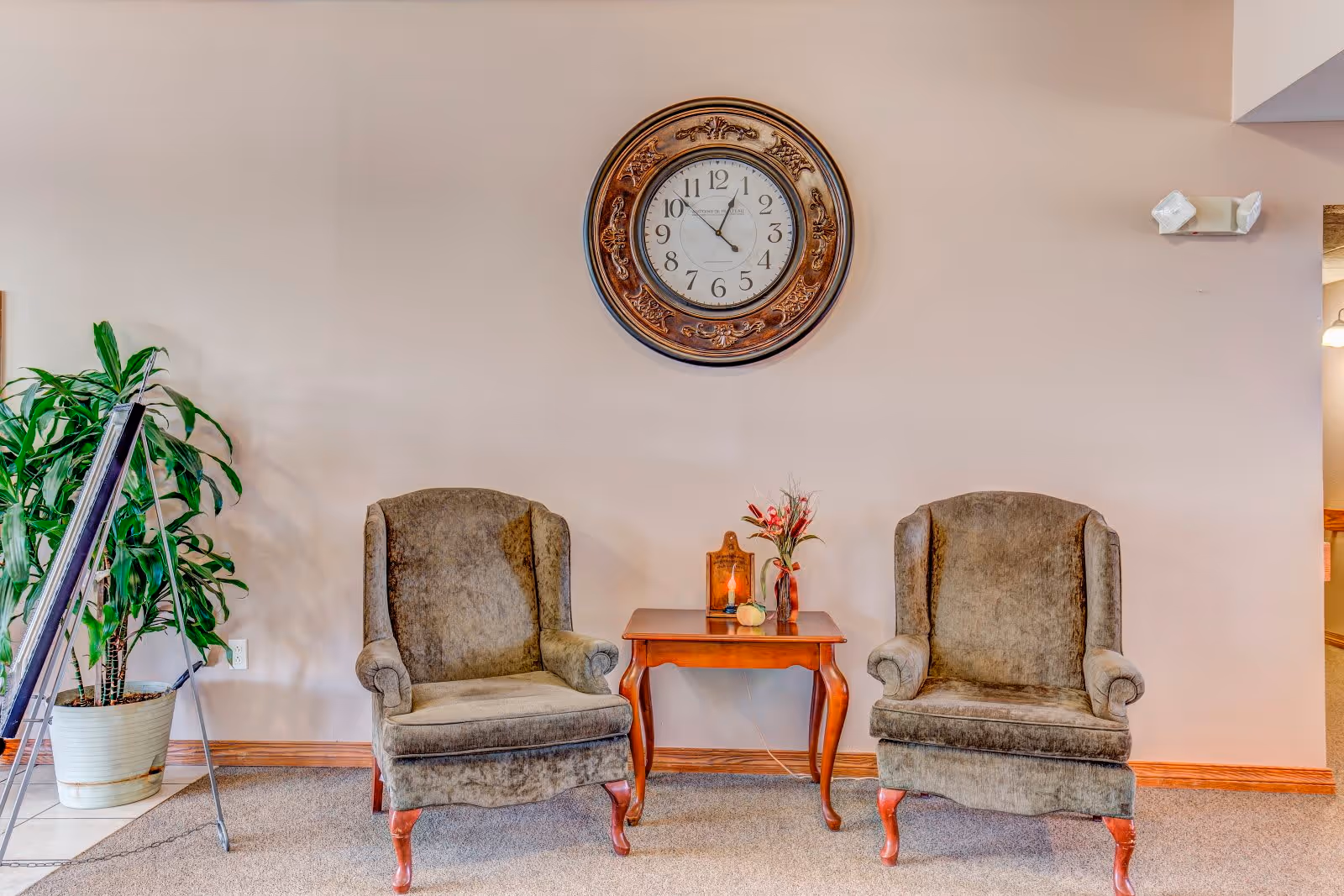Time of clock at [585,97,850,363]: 12:52
